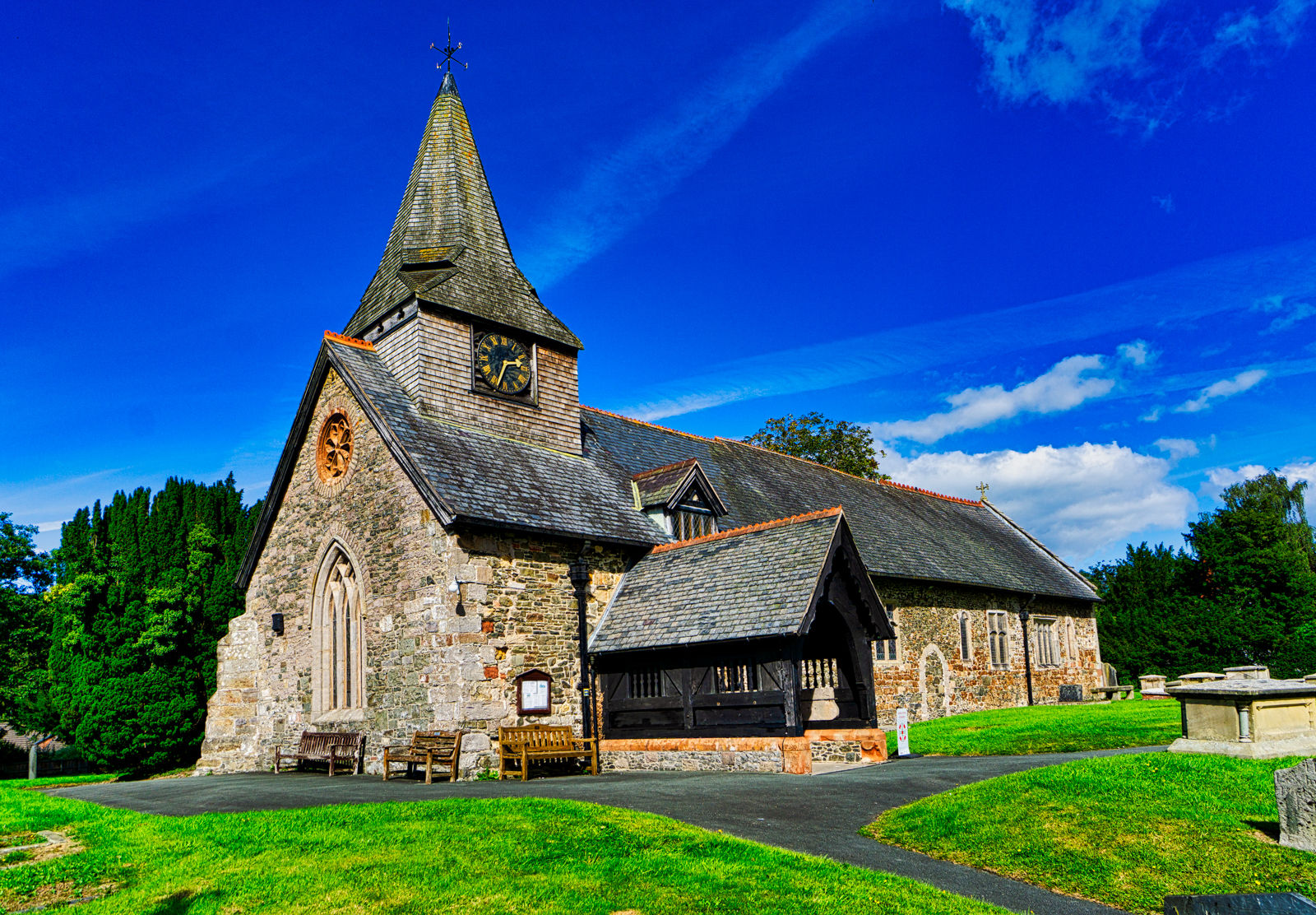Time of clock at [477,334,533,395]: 2:34
